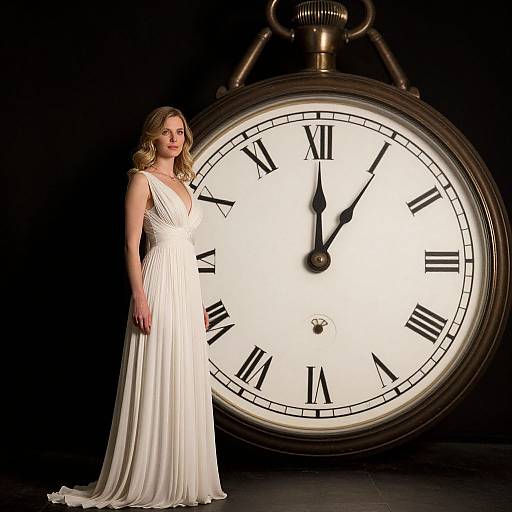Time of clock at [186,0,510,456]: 12:05
